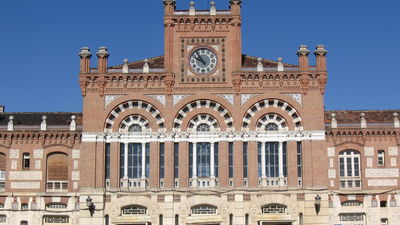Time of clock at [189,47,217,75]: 9:54
